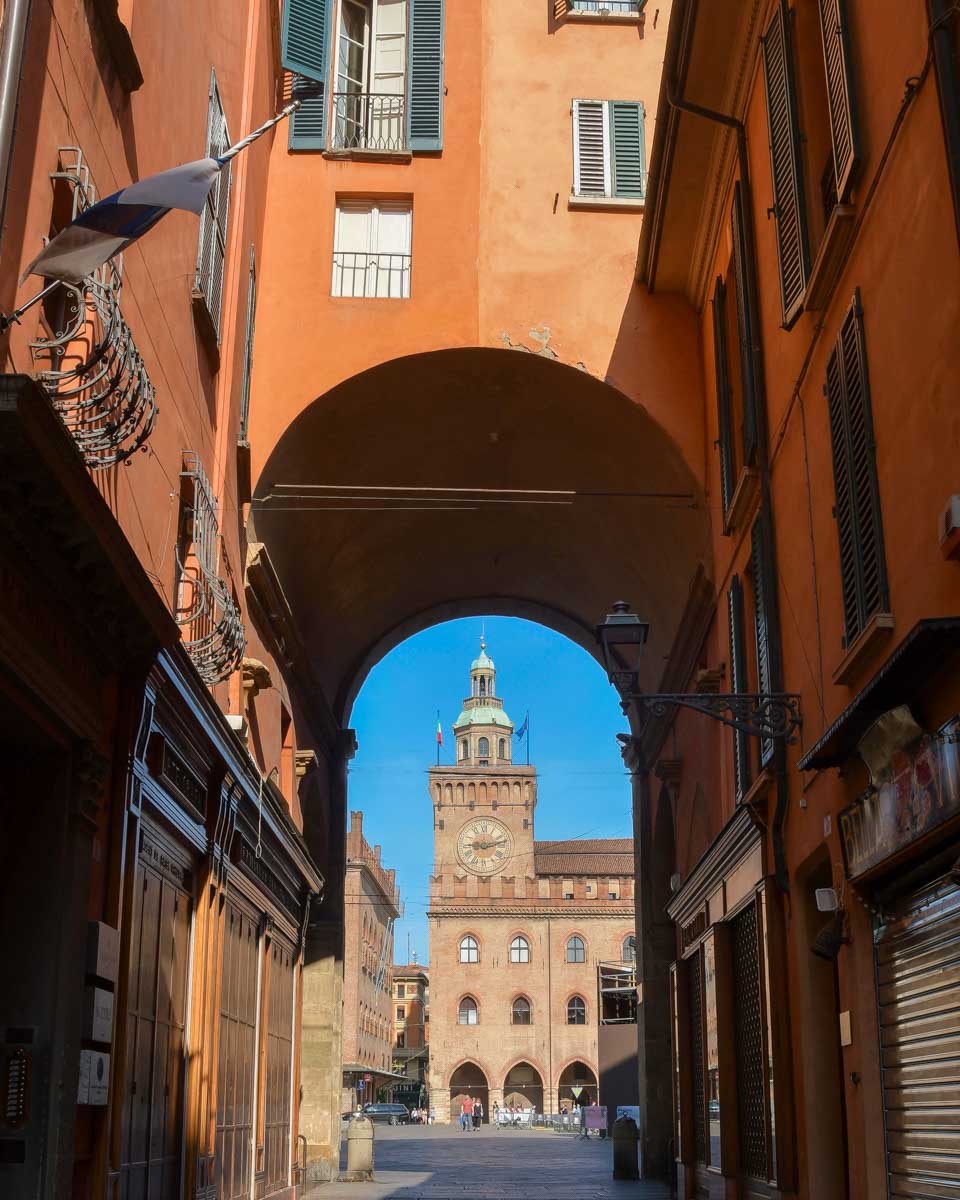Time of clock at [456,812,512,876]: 9:12
